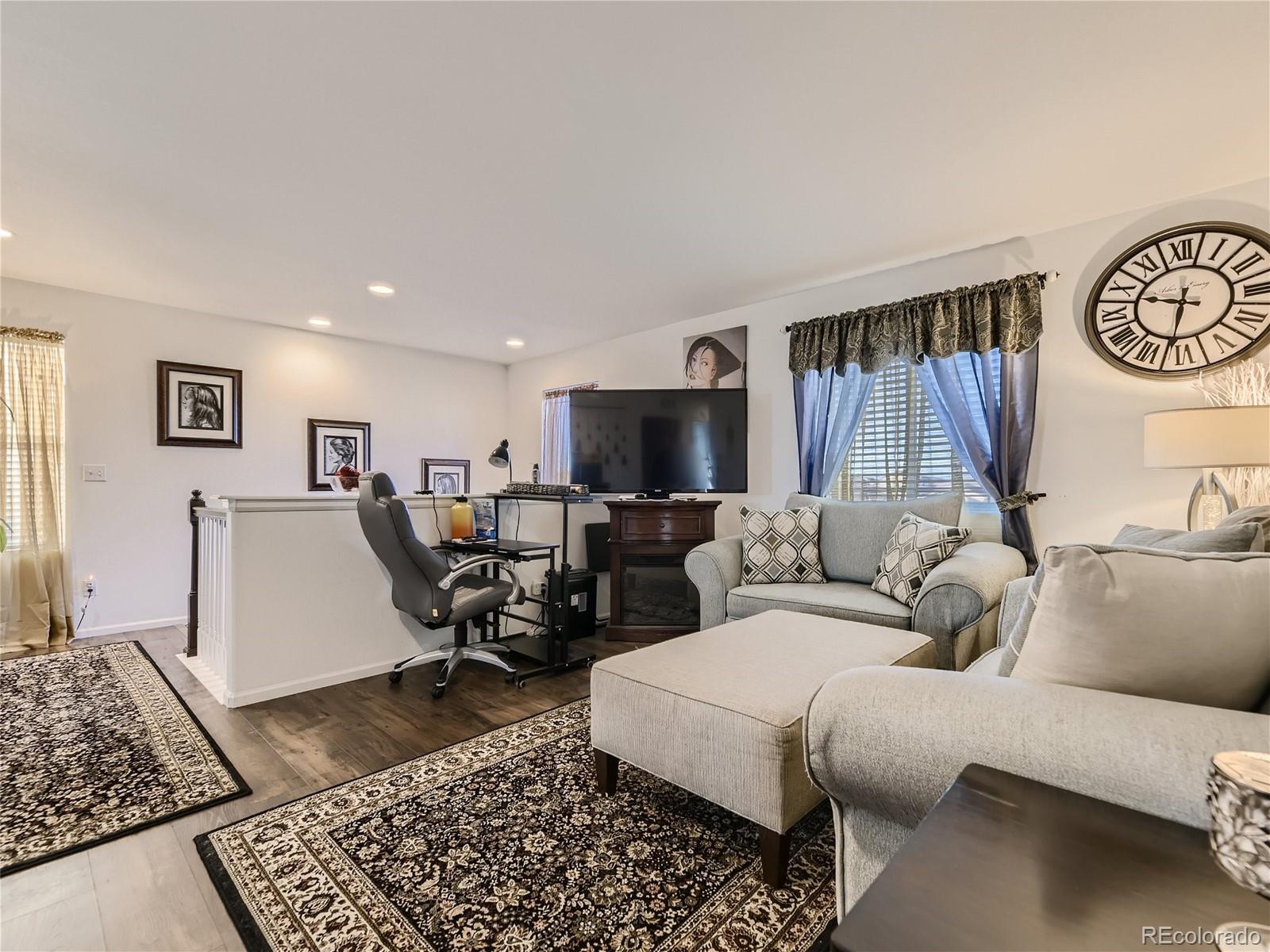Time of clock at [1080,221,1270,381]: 9:32
